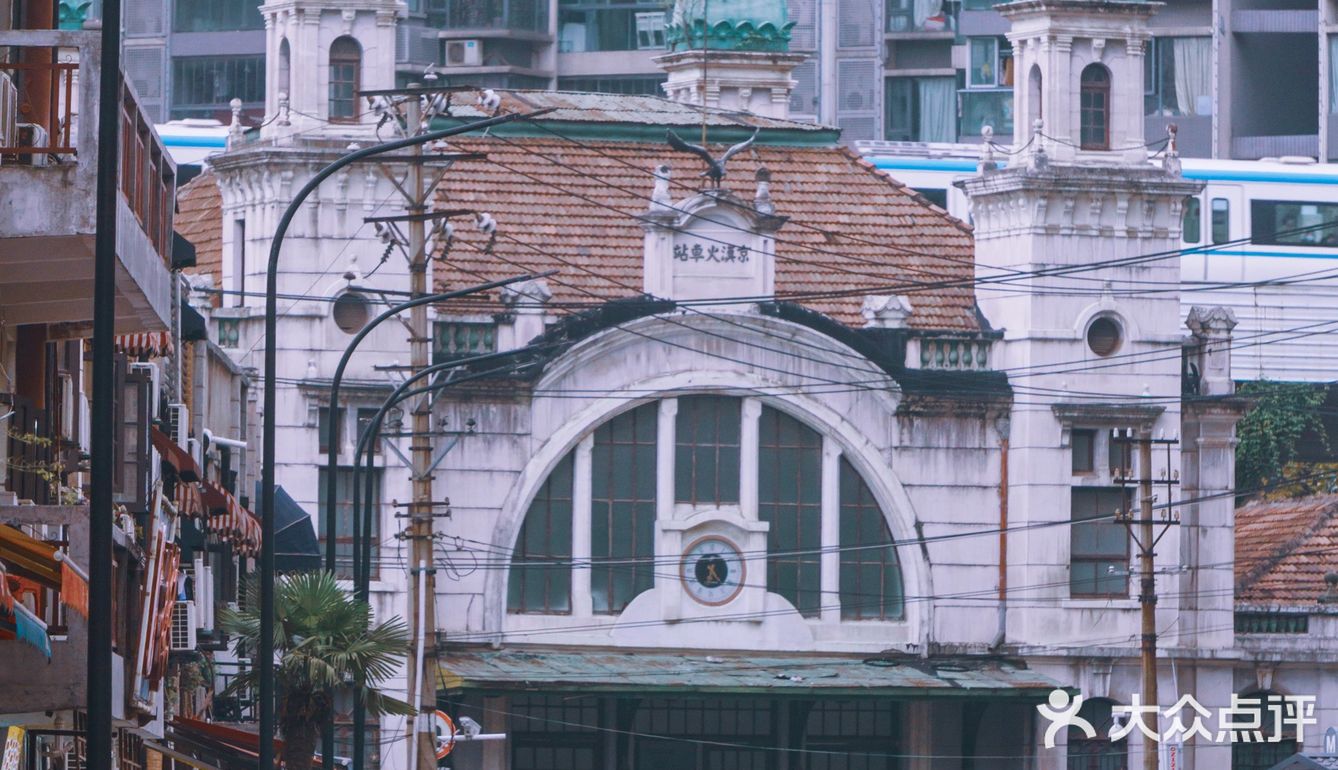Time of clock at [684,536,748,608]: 6:23
